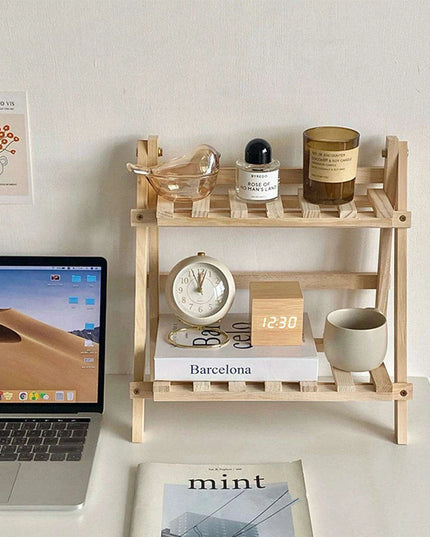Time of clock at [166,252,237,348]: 12:02
